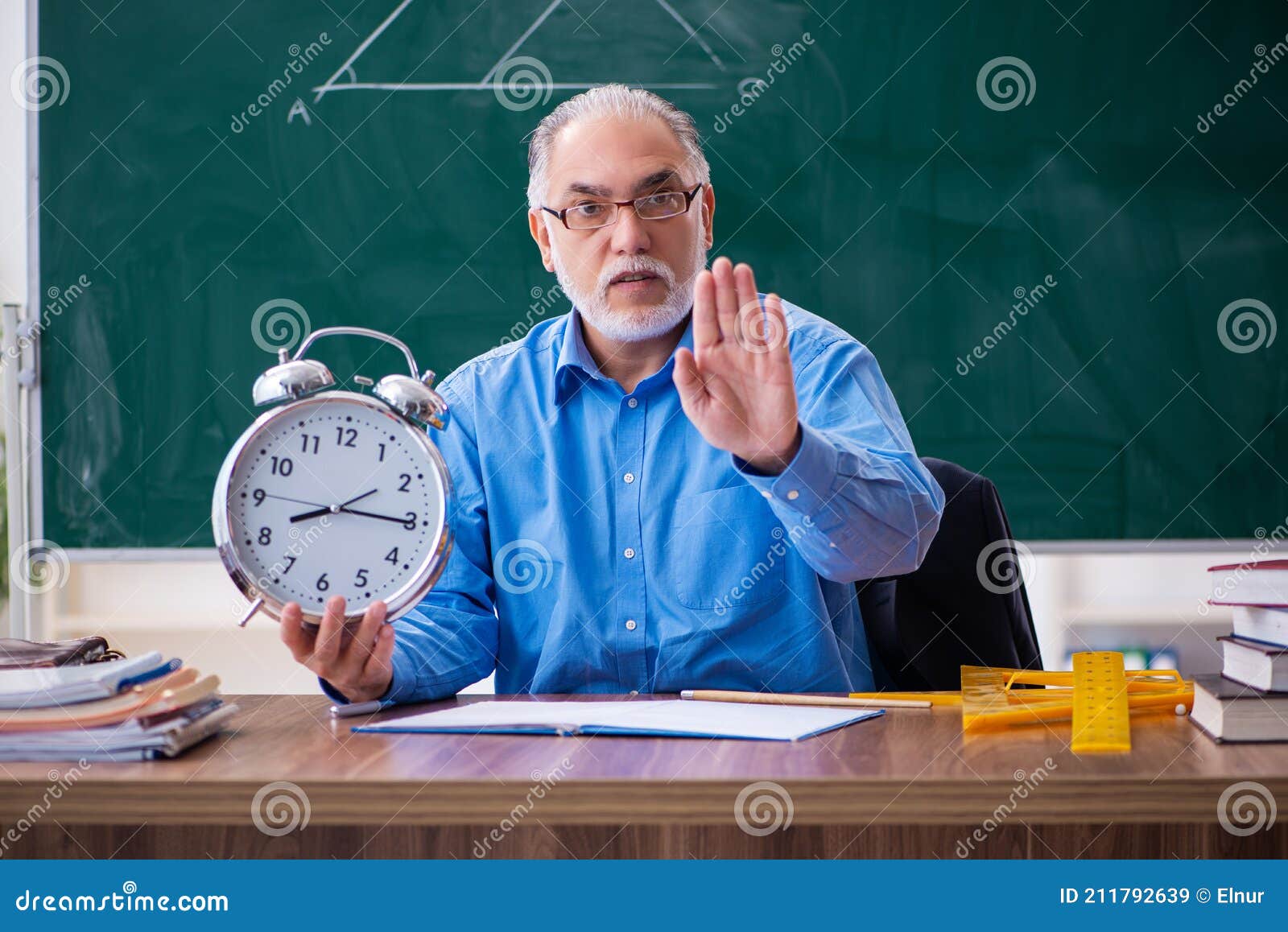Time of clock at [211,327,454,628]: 8:15
